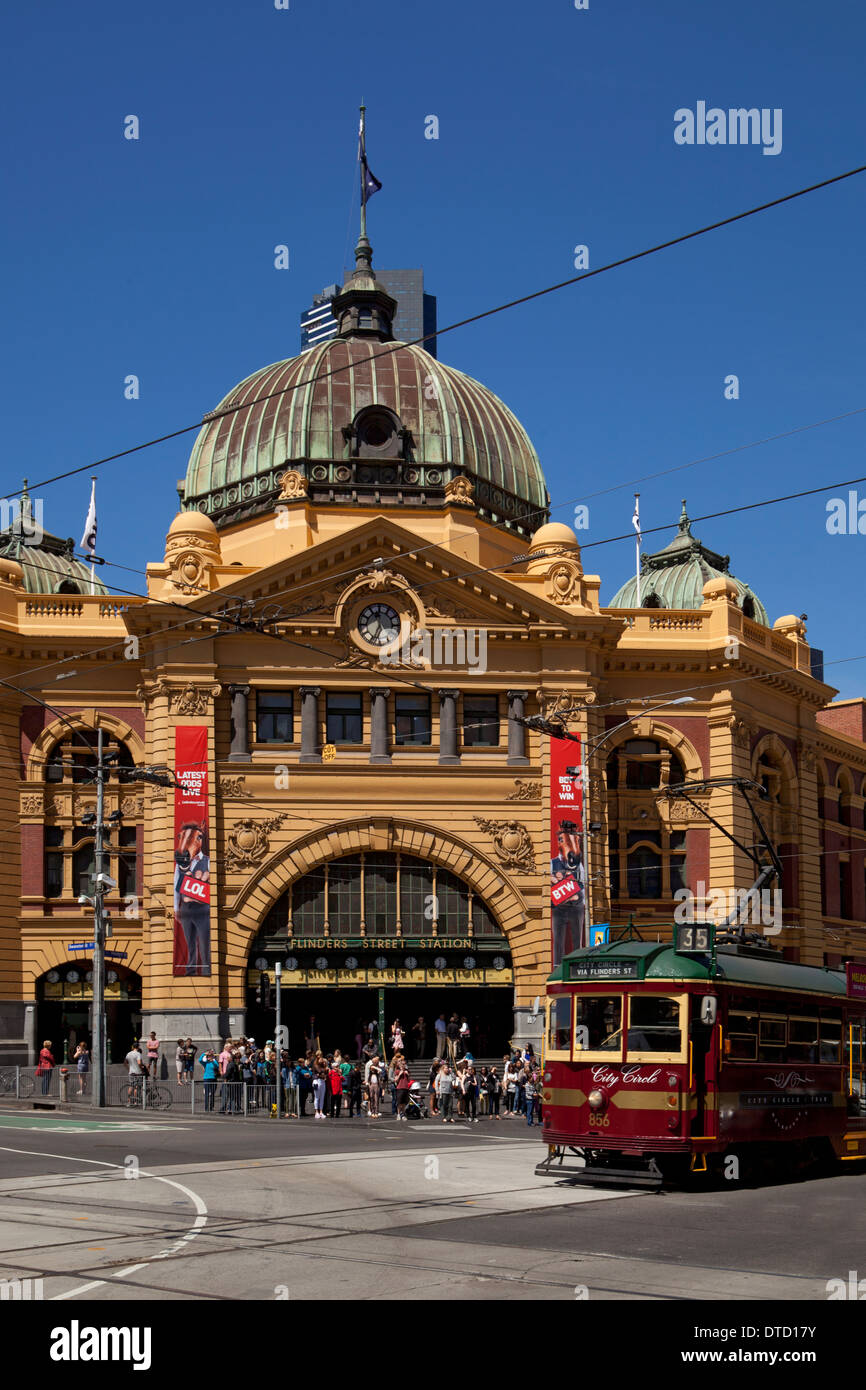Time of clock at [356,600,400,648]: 11:34
